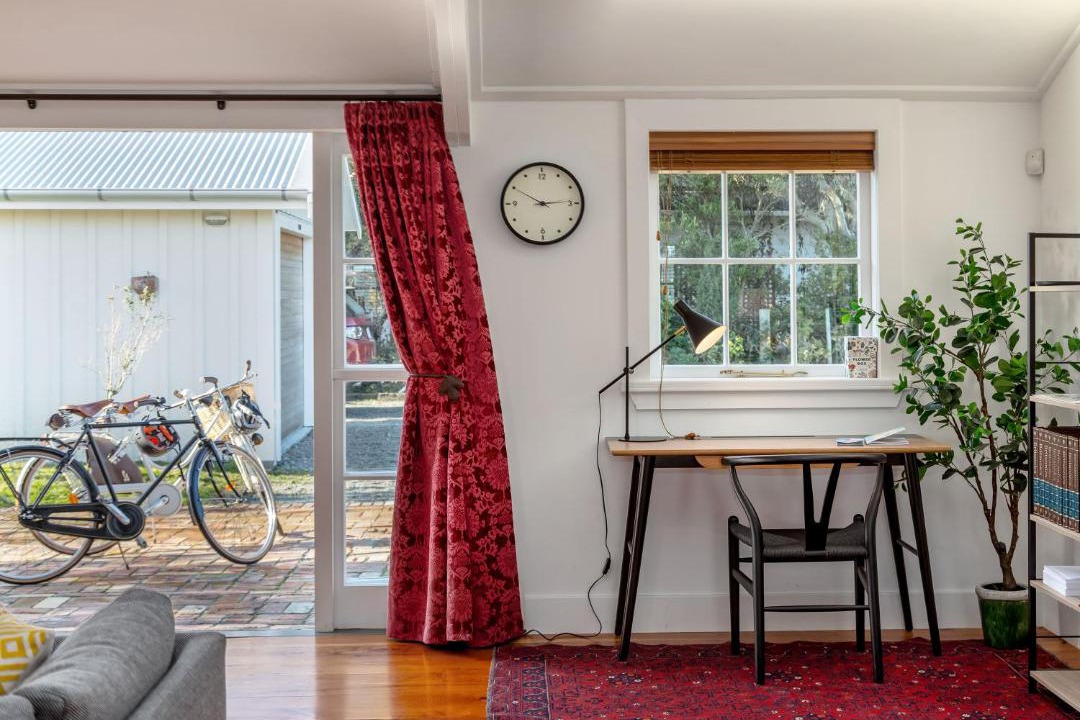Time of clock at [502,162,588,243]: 2:49
